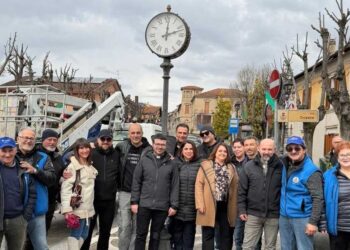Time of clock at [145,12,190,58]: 12:11
